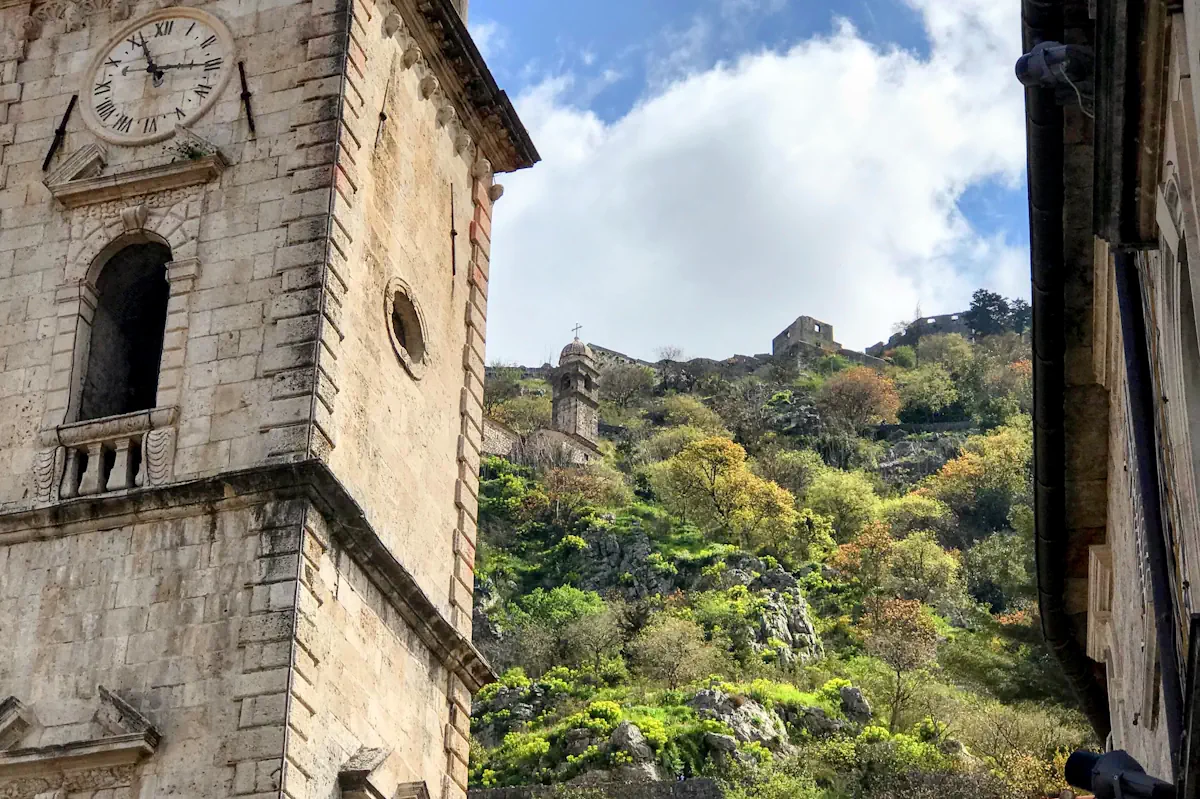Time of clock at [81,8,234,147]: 11:15
